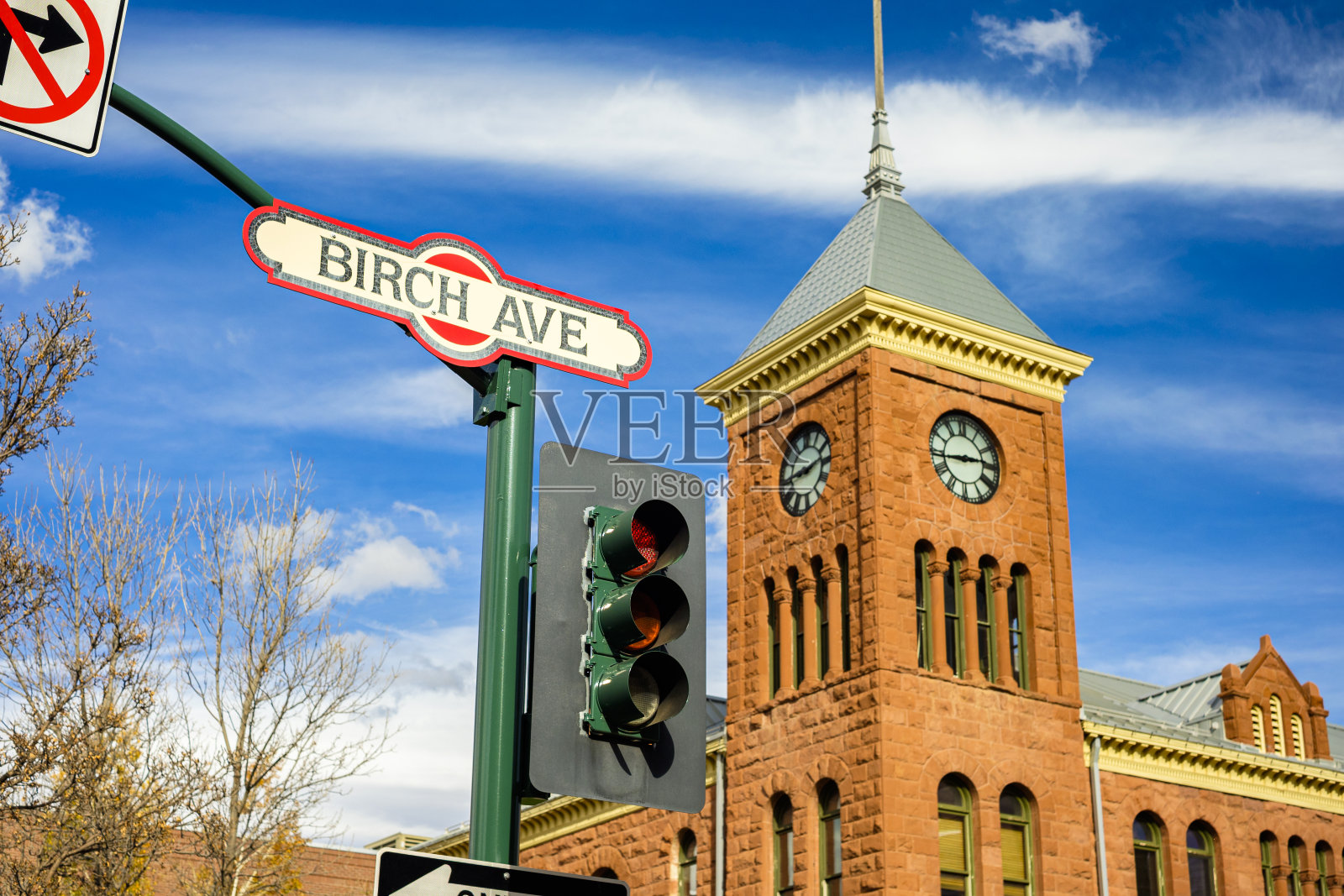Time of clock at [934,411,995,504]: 2:43
